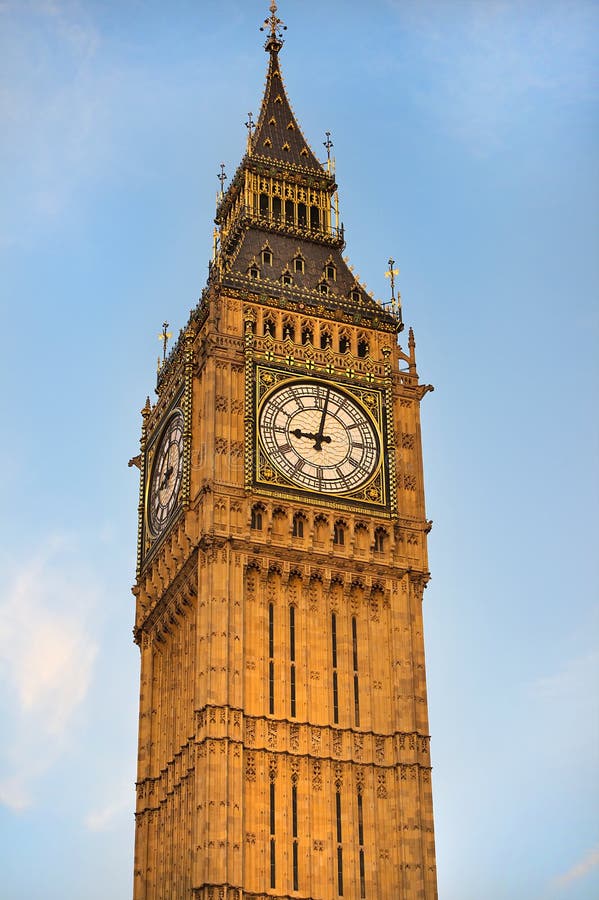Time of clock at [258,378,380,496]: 9:01
